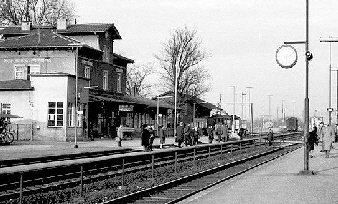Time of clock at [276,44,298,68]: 2:29
